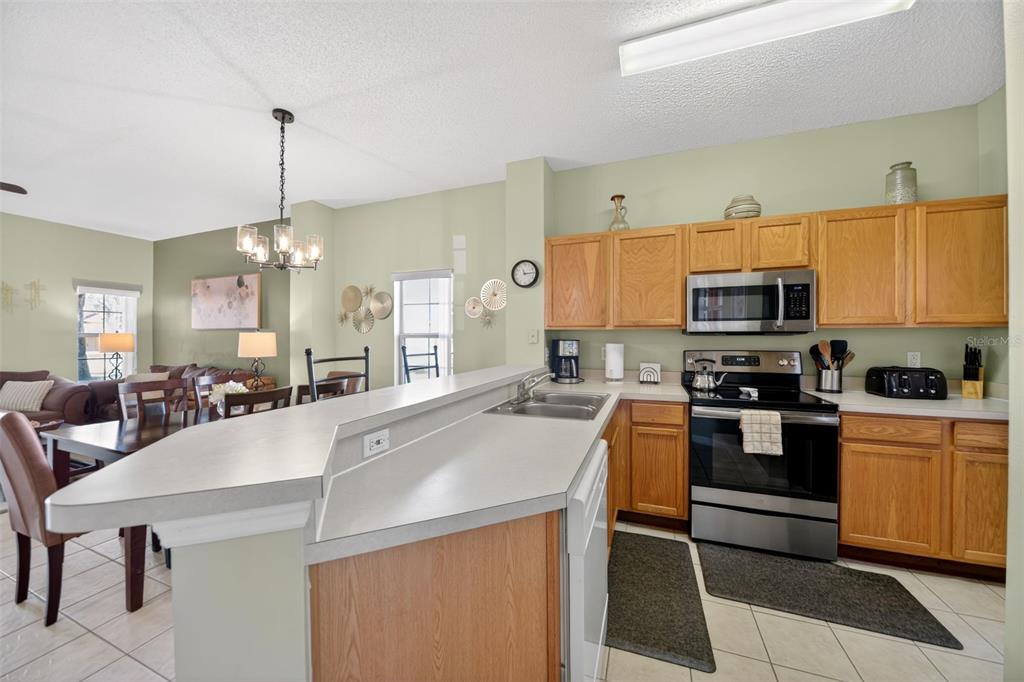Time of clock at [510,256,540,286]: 11:14
